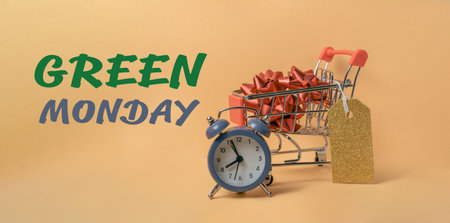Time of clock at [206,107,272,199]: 7:56
